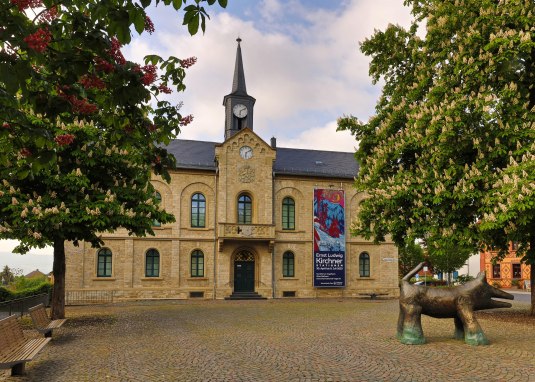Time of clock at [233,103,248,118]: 6:10
